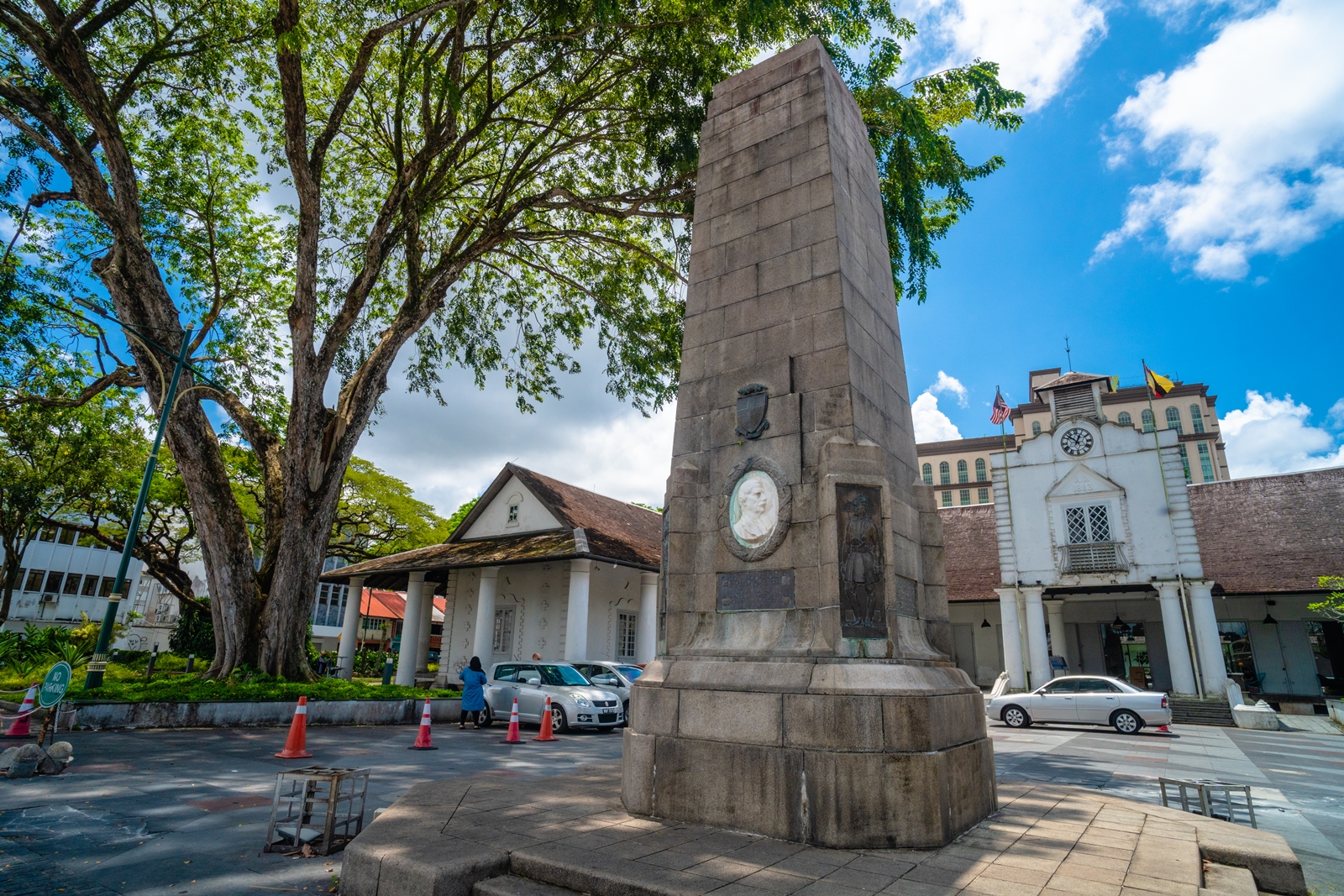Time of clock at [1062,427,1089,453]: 12:52
